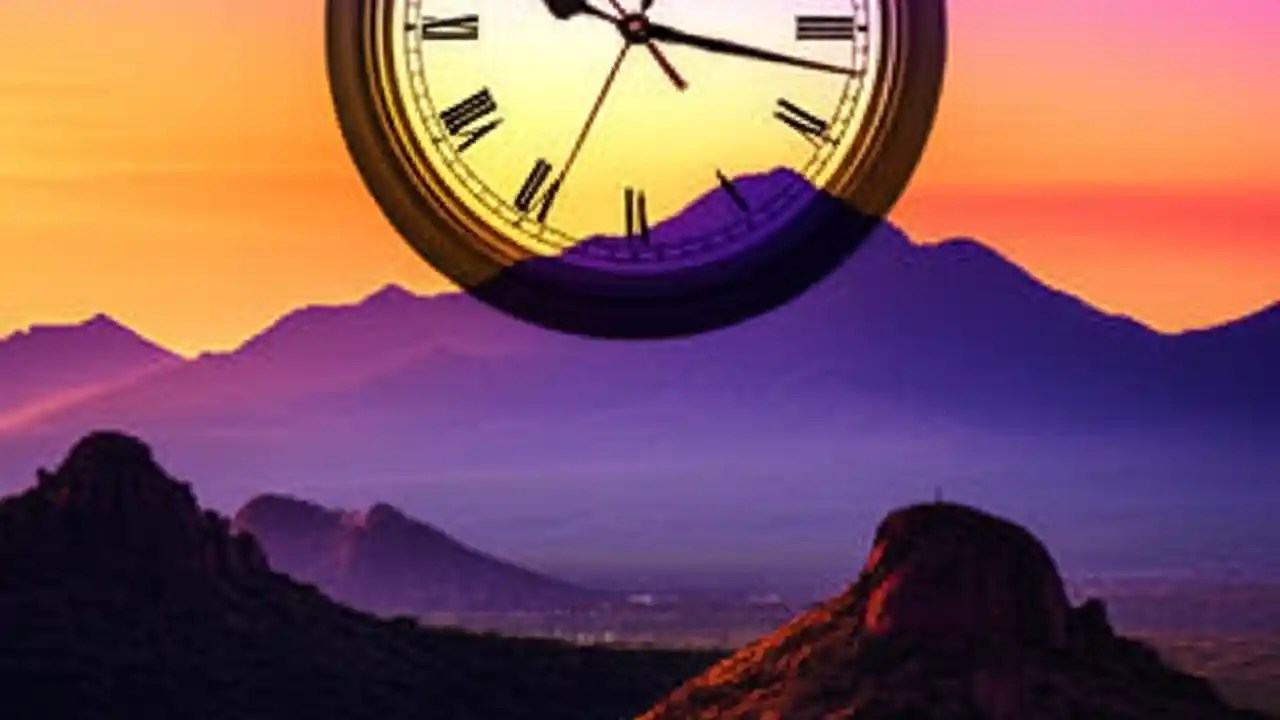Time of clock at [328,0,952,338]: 10:17
